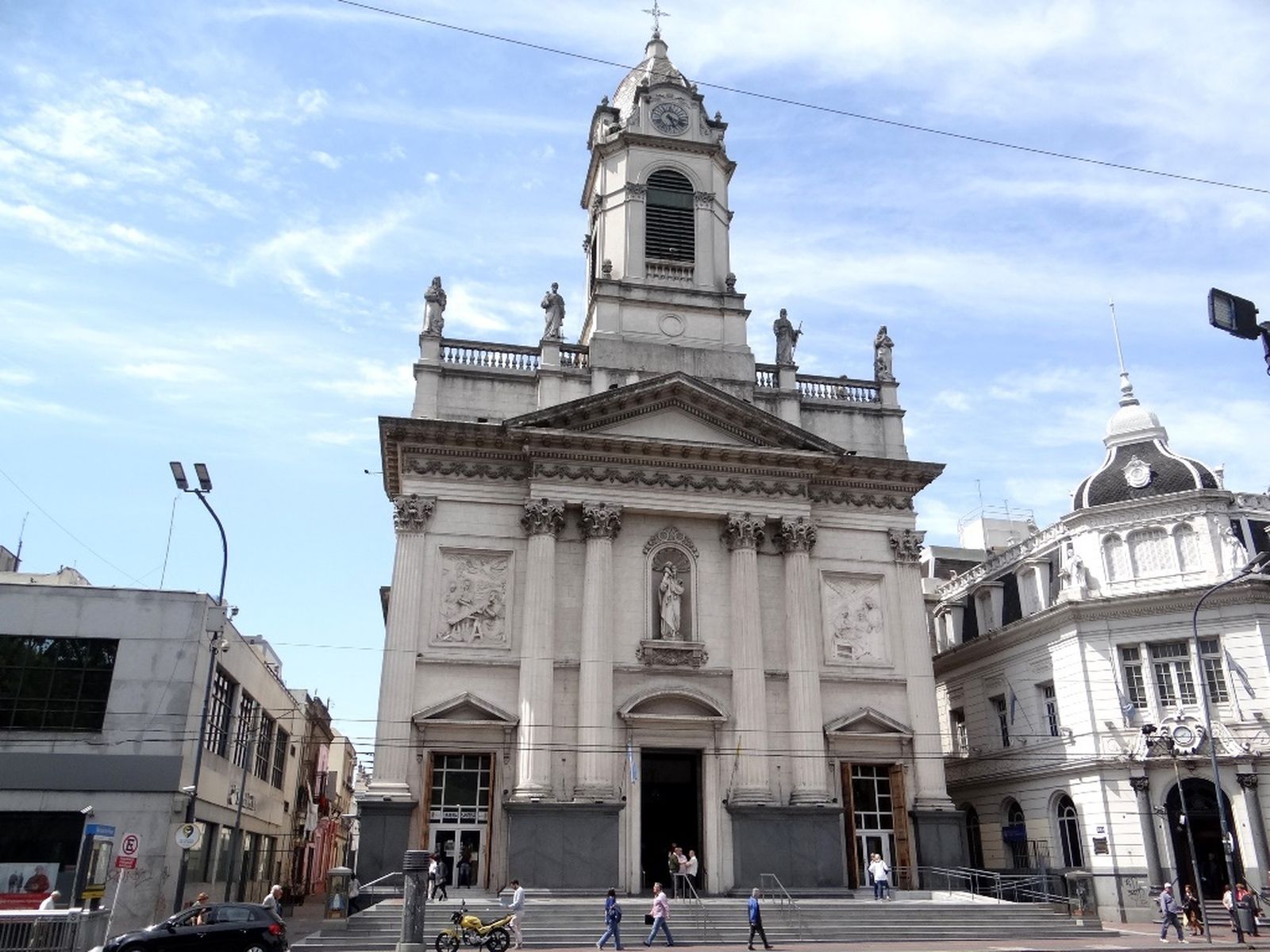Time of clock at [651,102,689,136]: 5:18
